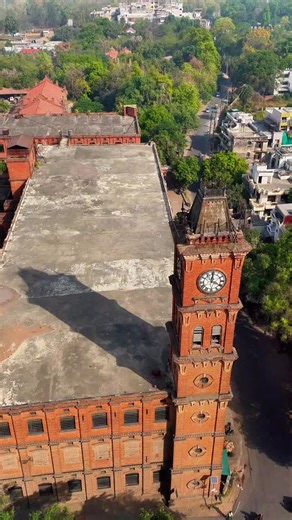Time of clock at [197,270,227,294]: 4:00
